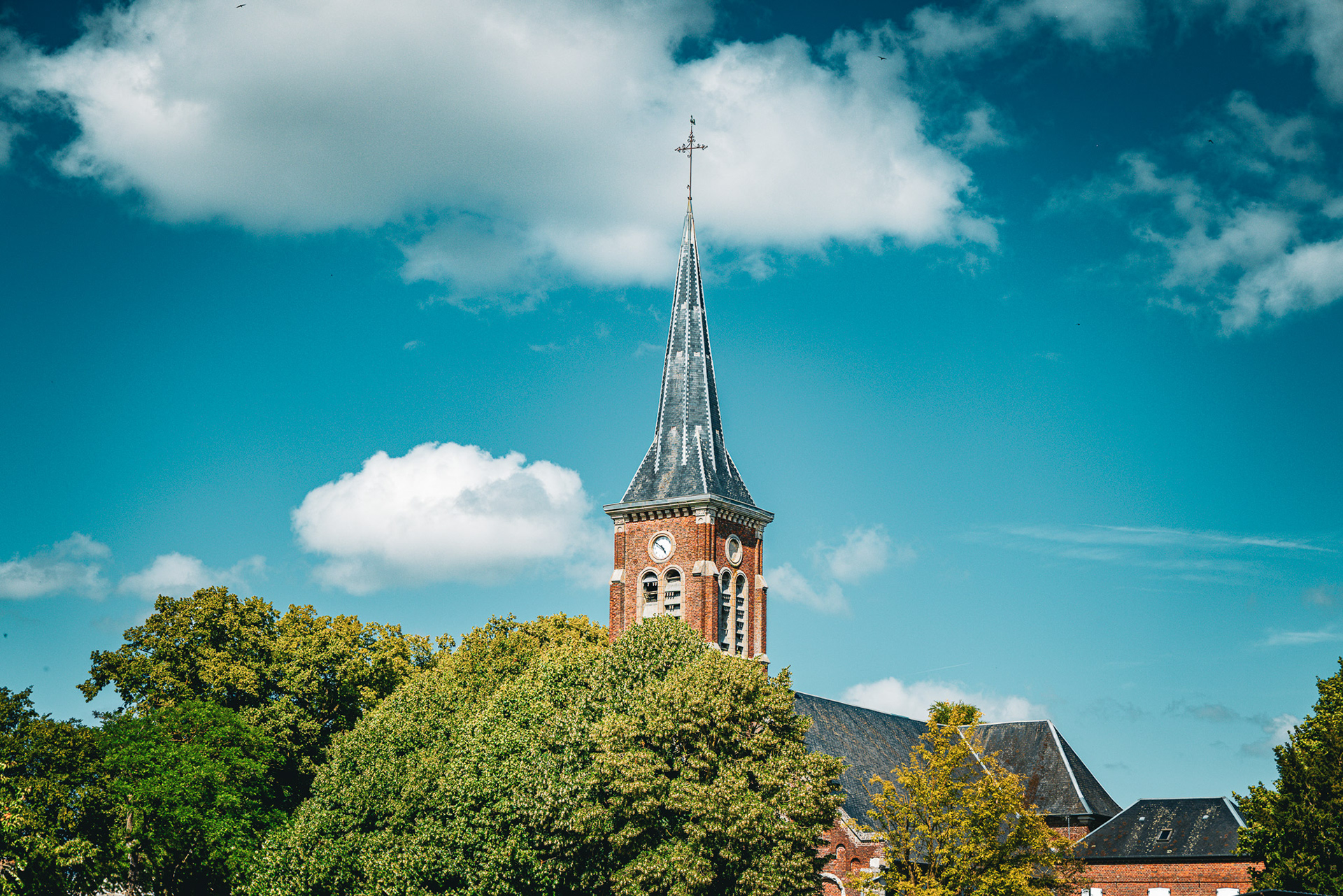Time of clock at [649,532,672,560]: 4:50
